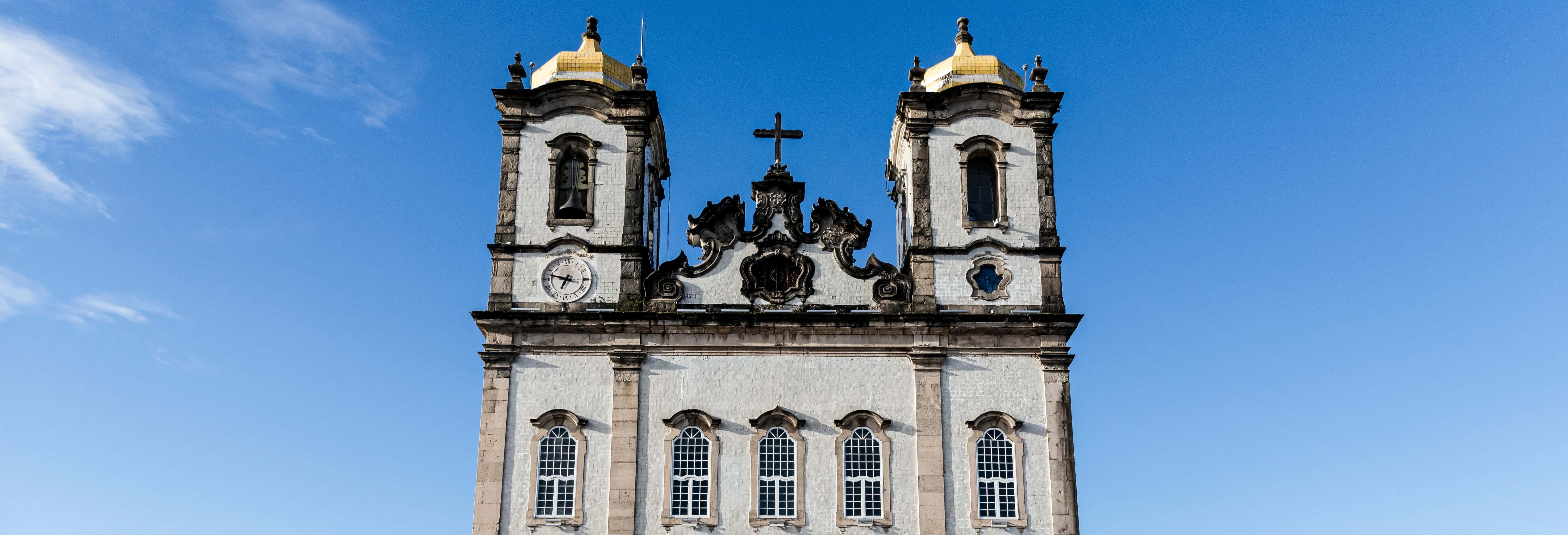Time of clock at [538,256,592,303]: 6:47
